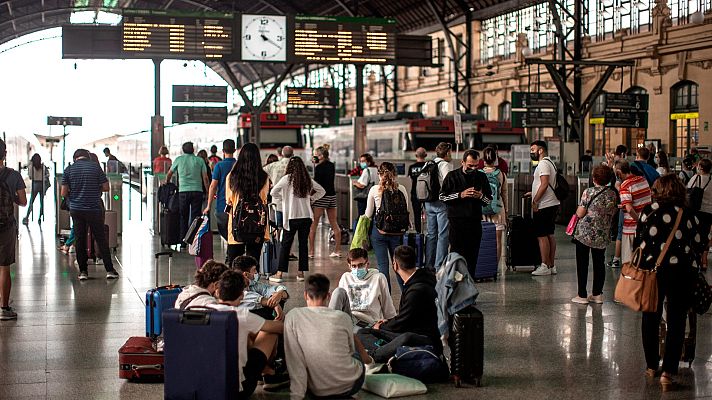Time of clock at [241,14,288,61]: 4:20
